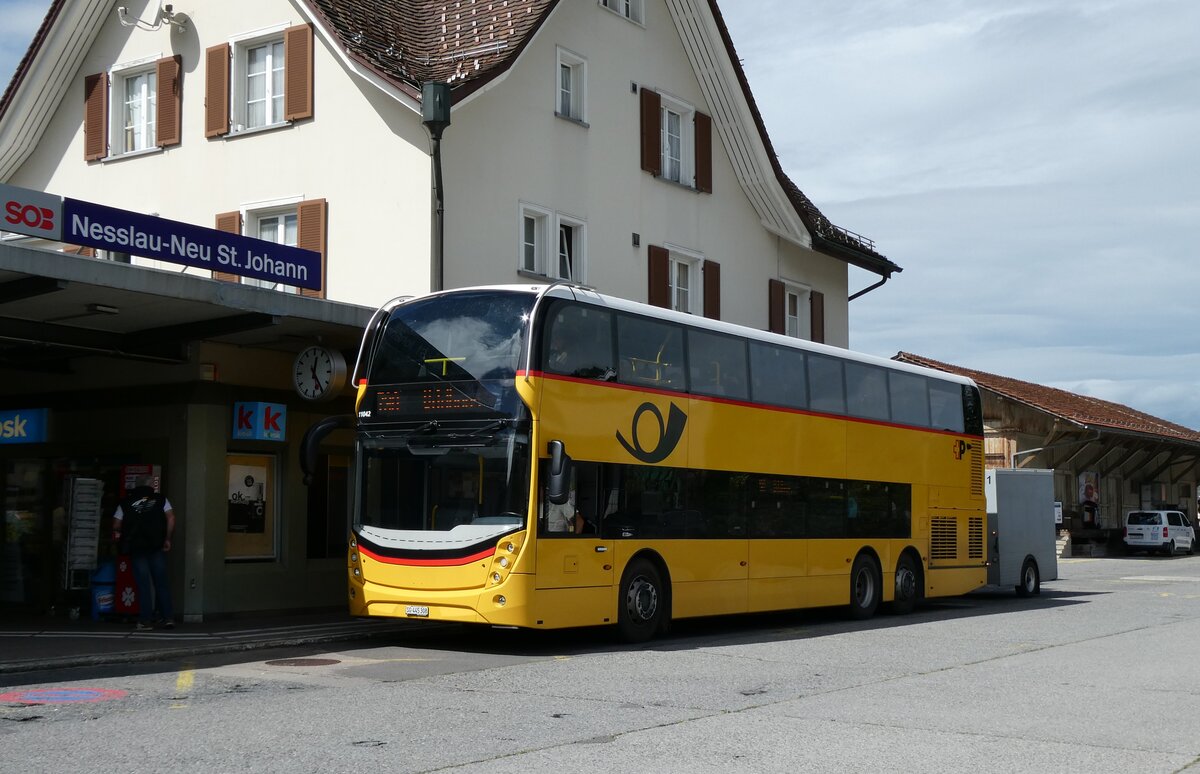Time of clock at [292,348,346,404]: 12:24
